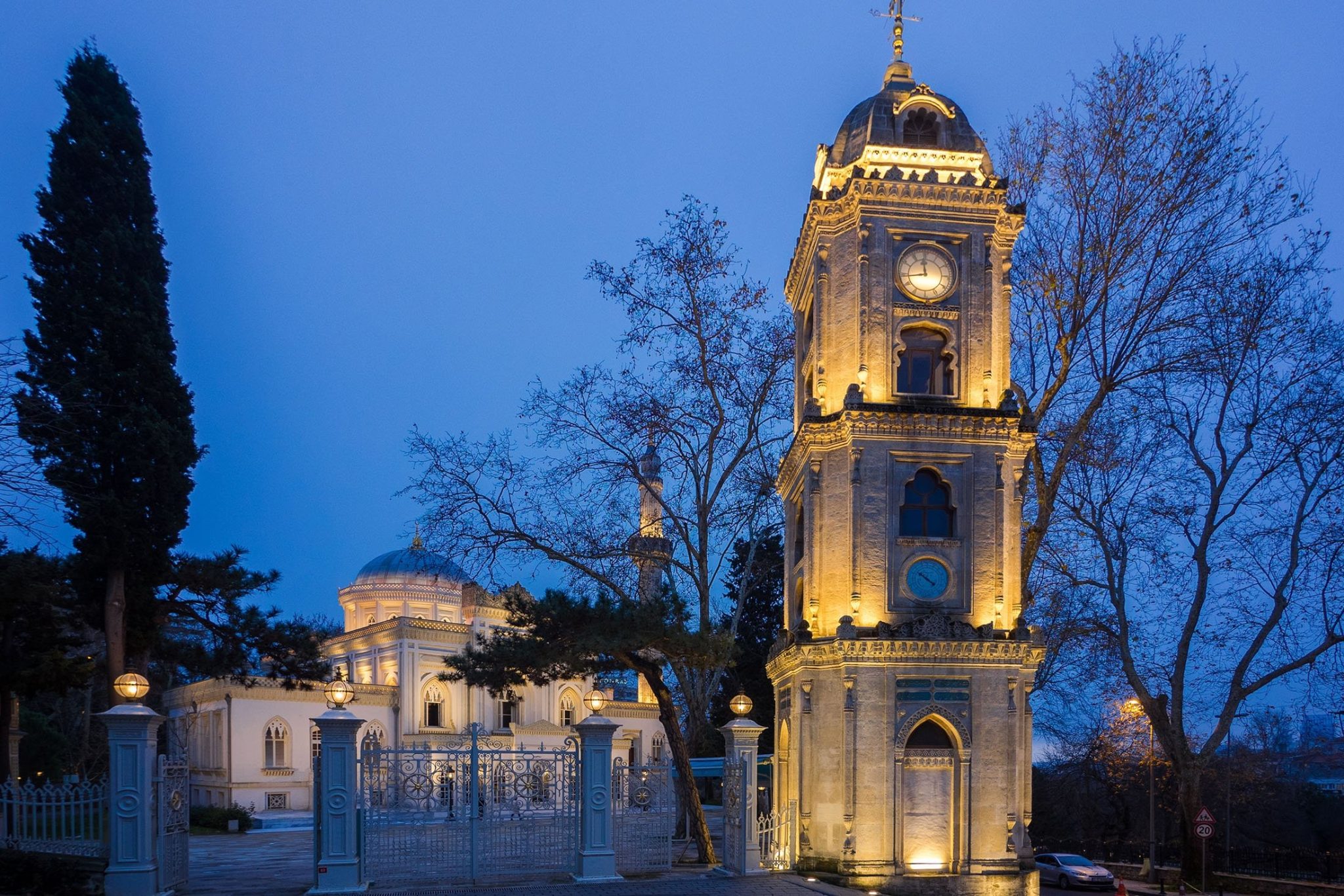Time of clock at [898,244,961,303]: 11:43
